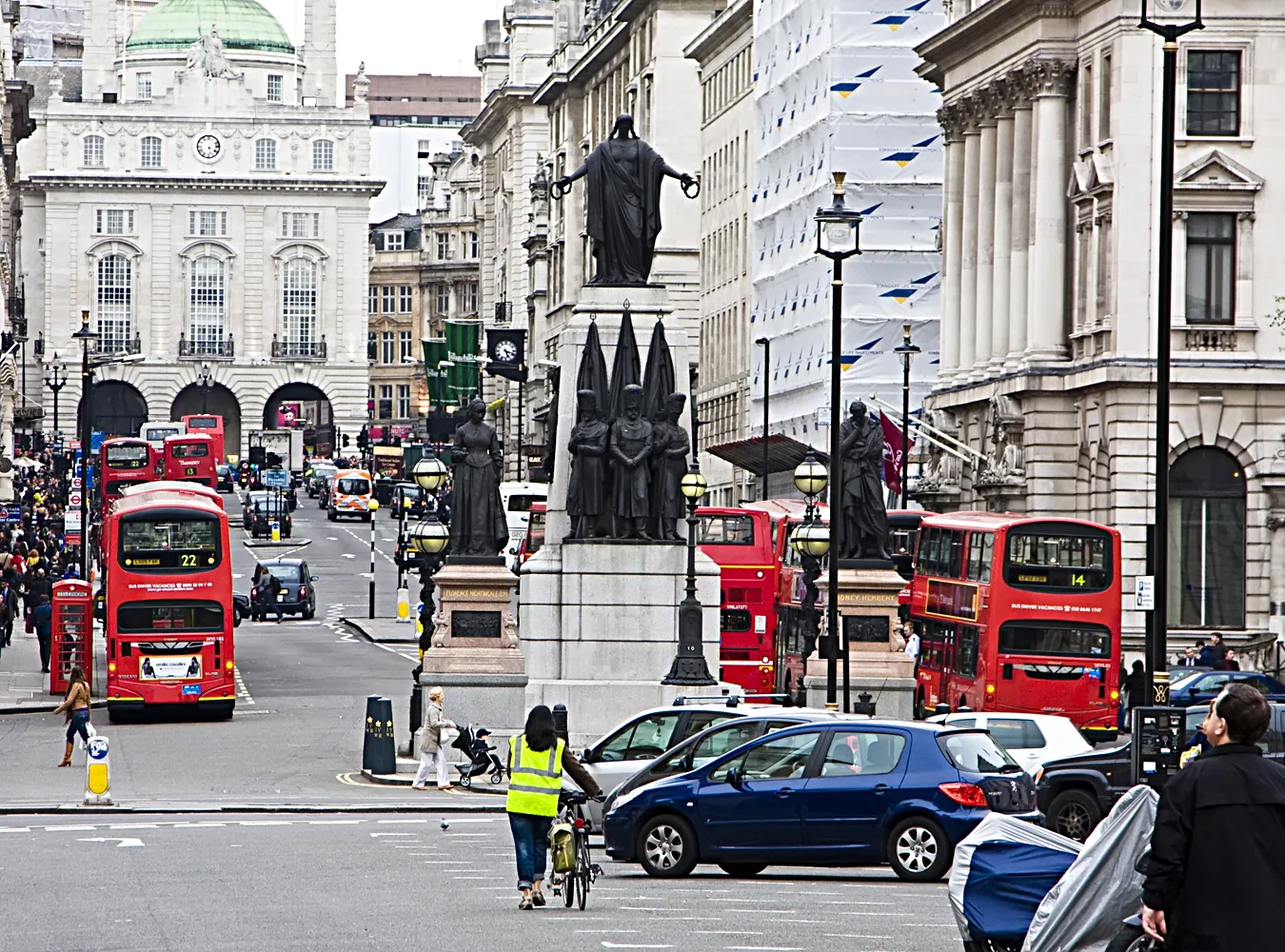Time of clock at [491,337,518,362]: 5:18
